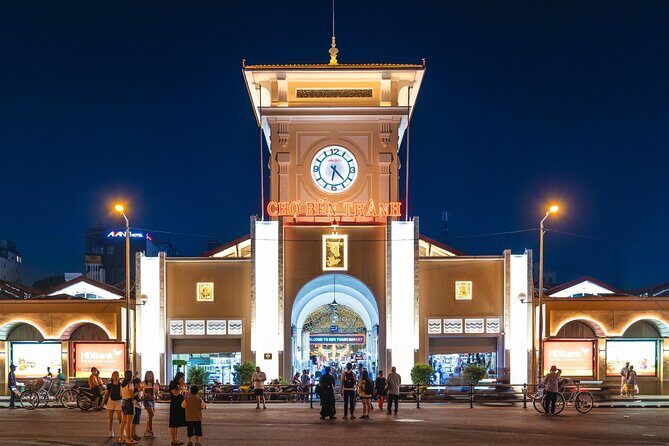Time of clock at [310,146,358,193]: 6:22
